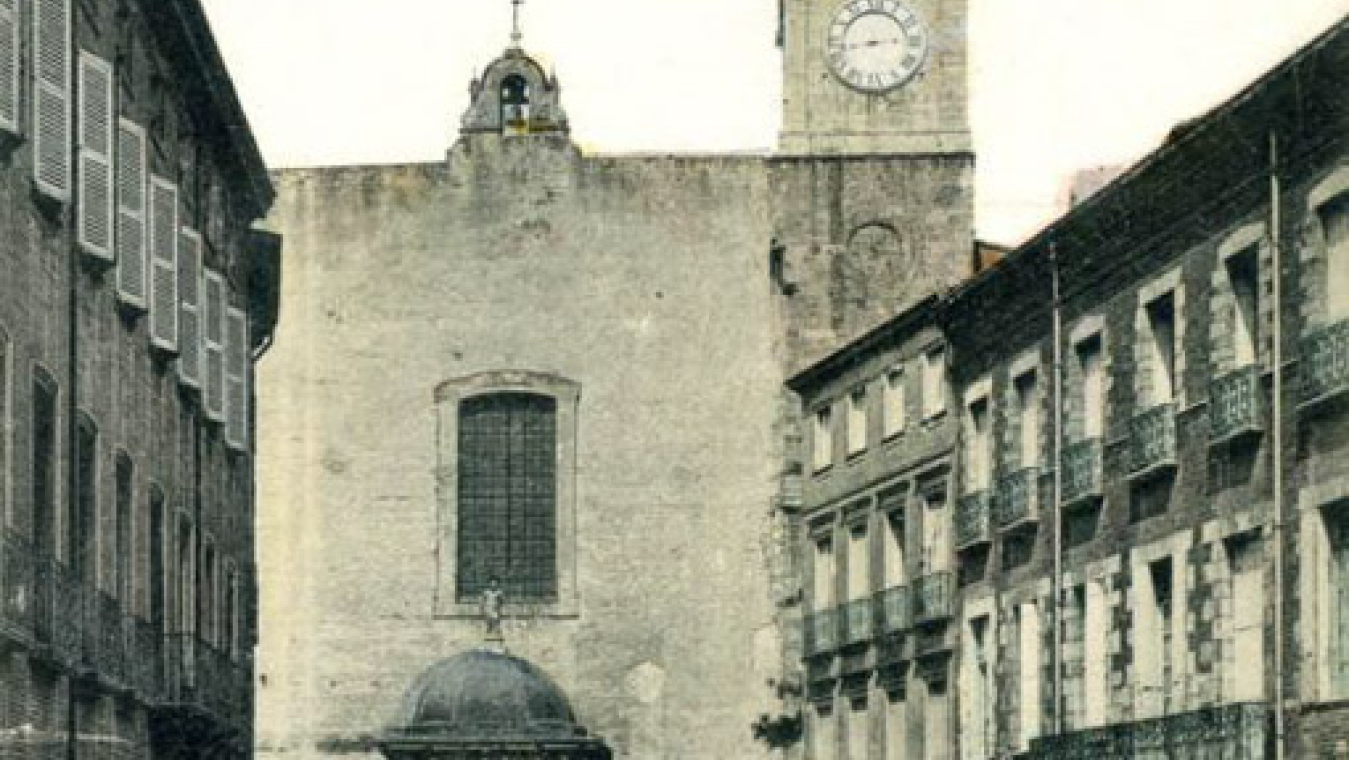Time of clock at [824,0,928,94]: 2:42
